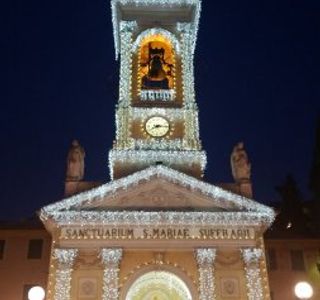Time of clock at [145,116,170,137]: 8:14
